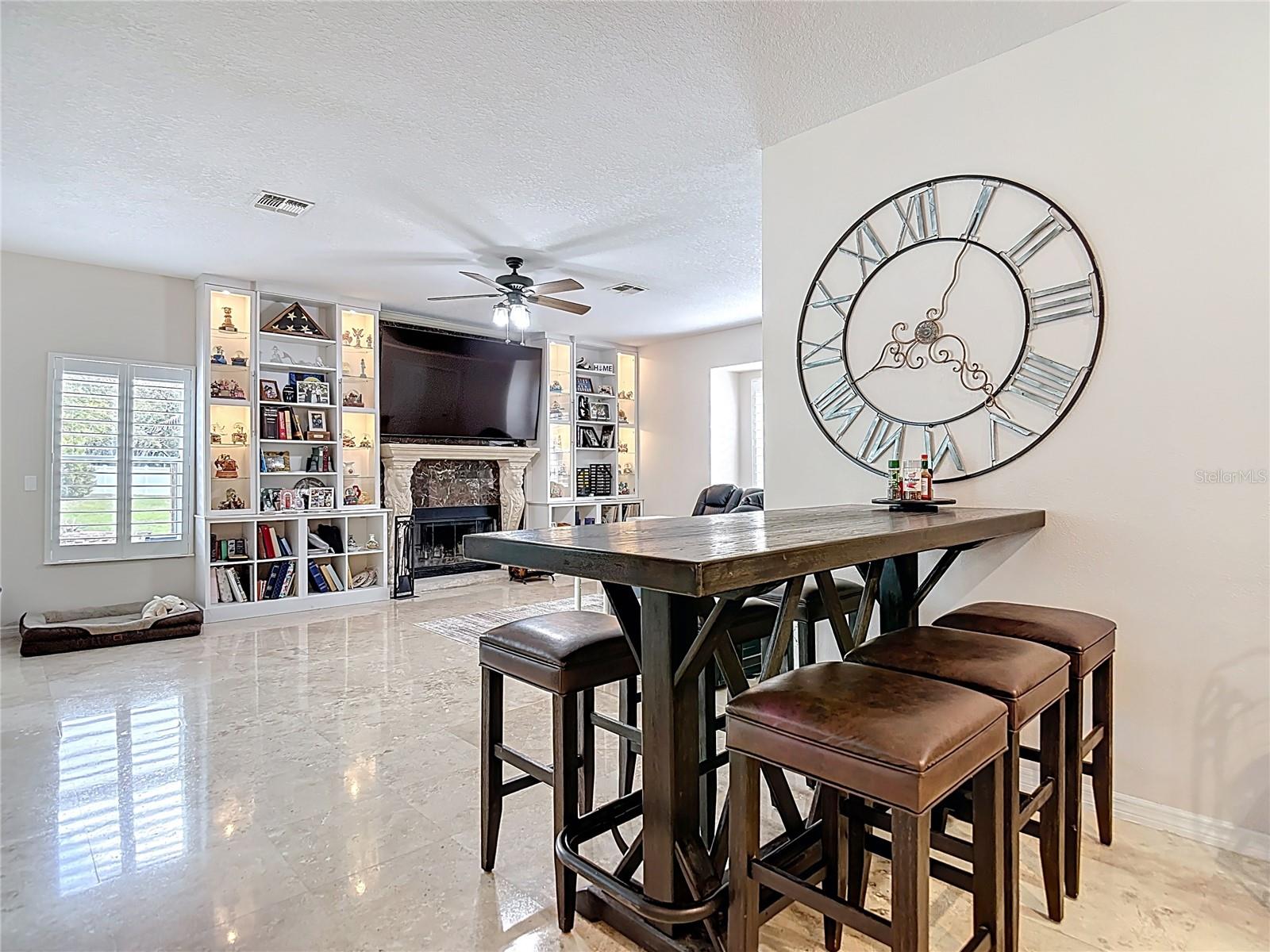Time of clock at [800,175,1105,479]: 8:04
